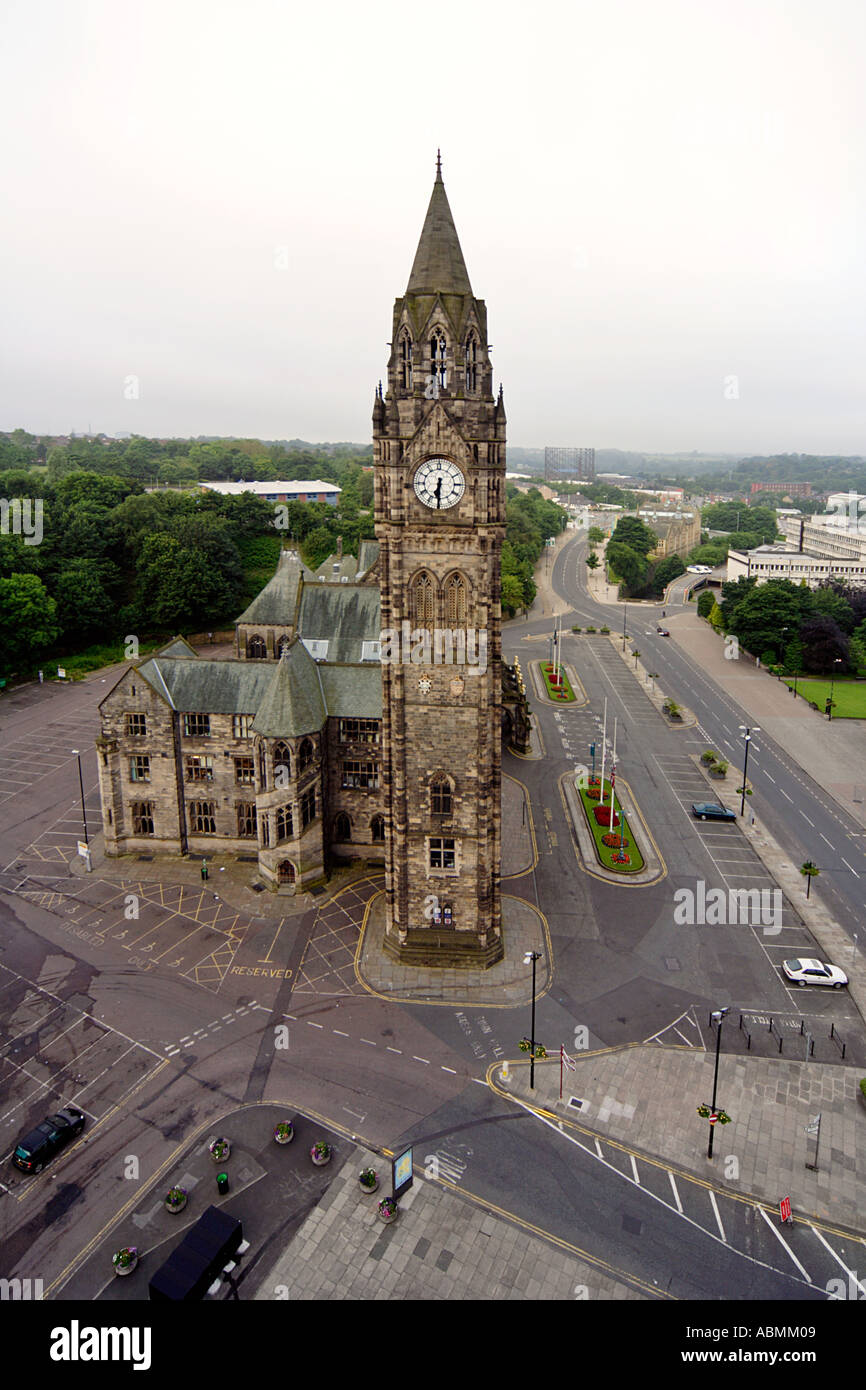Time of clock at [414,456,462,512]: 6:30
